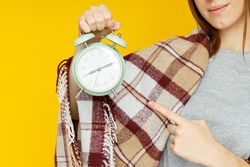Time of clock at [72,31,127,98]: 8:11
